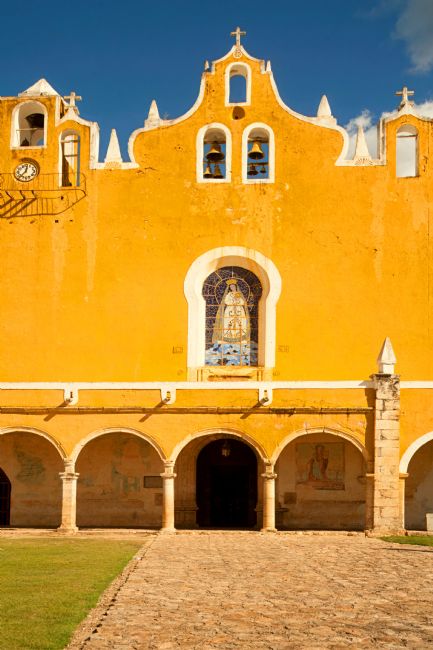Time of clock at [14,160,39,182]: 12:37
